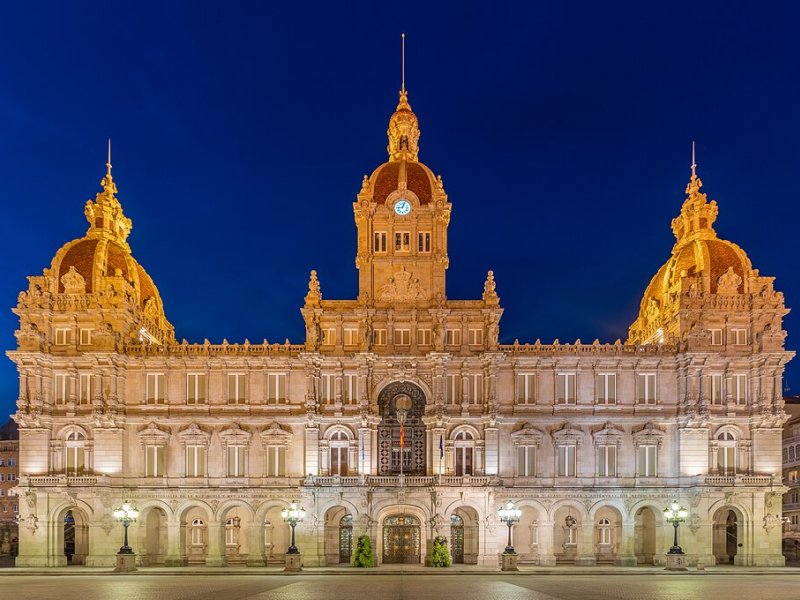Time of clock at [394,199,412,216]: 9:03
